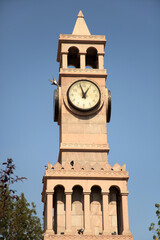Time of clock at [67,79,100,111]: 12:57
